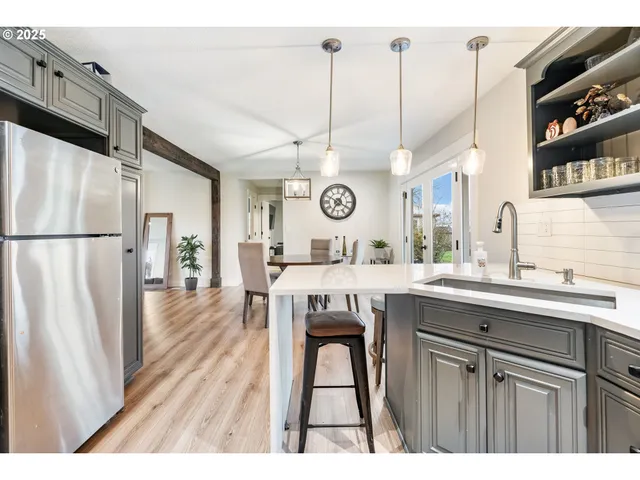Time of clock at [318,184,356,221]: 7:04
